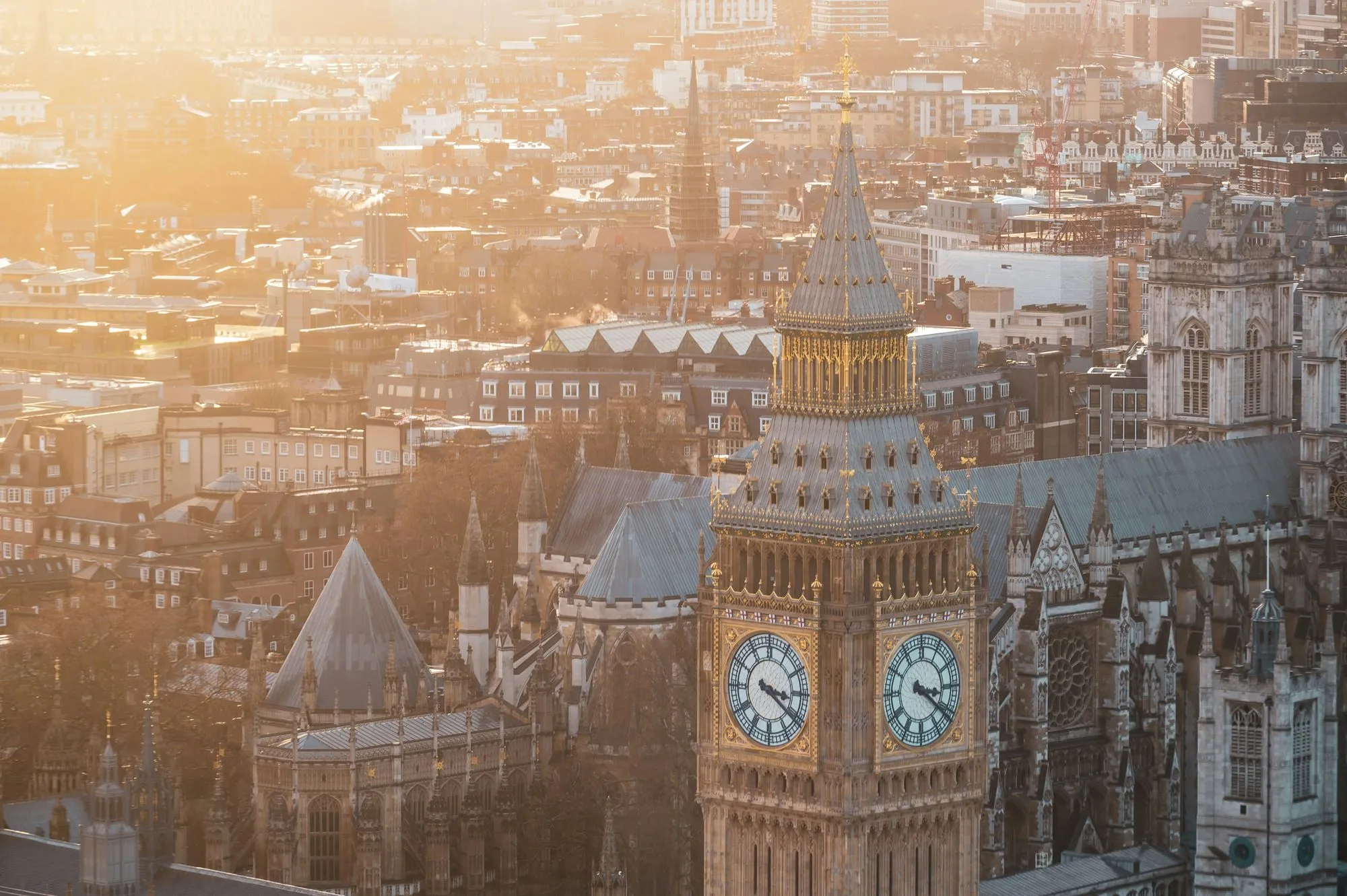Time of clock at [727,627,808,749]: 3:21
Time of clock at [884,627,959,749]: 3:21
